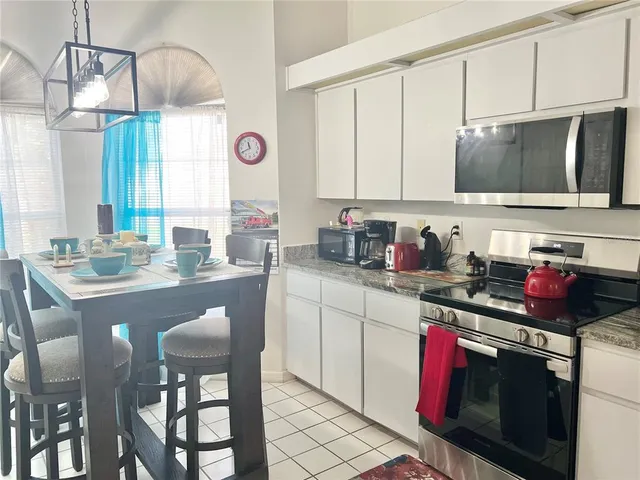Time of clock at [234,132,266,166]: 11:40
